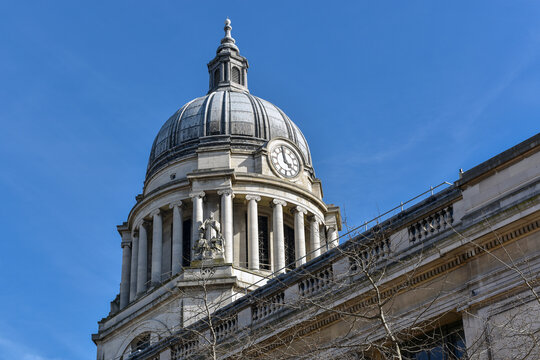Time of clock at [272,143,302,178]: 3:58
